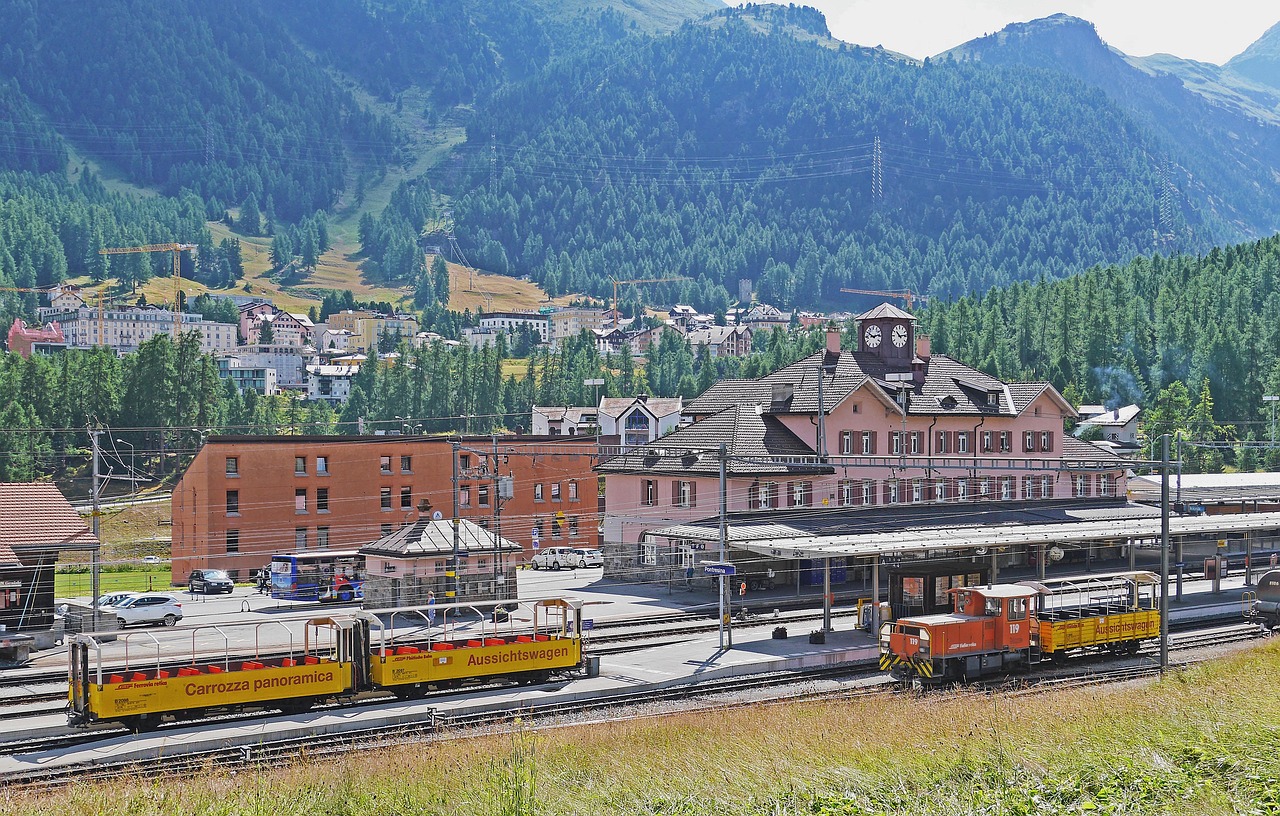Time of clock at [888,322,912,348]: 10:13
